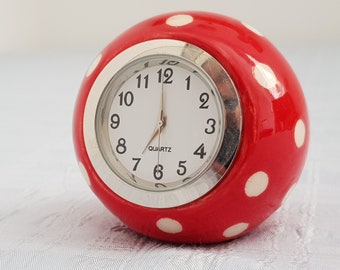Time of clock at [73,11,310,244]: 6:59
